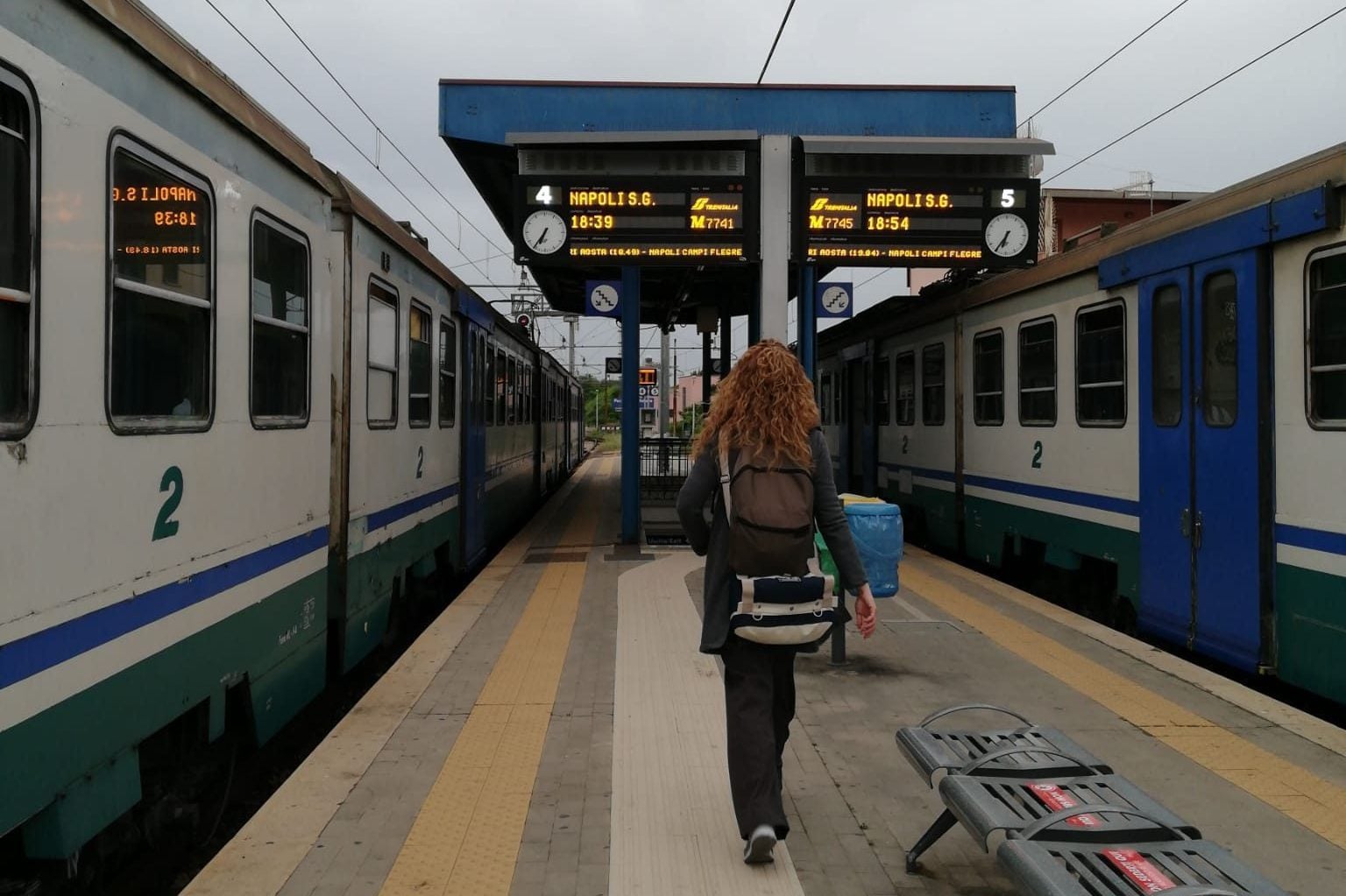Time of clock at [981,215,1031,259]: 6:35
